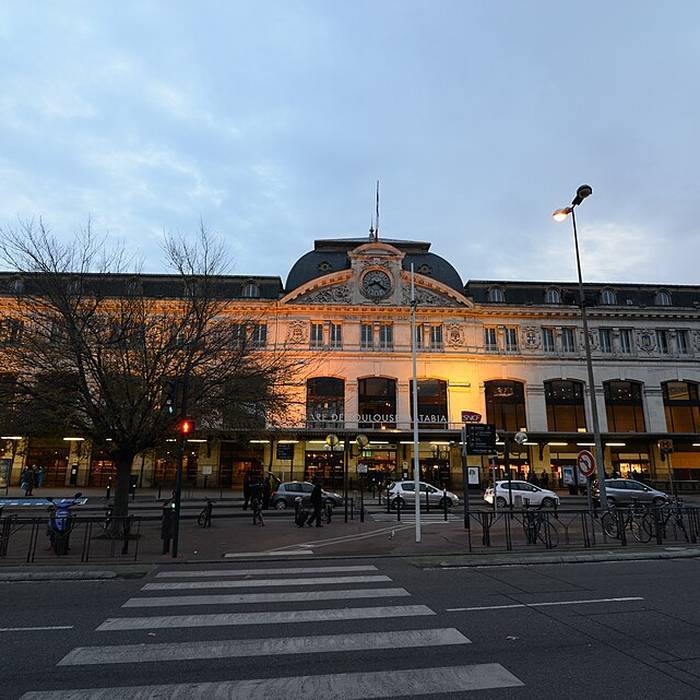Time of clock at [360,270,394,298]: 8:21
